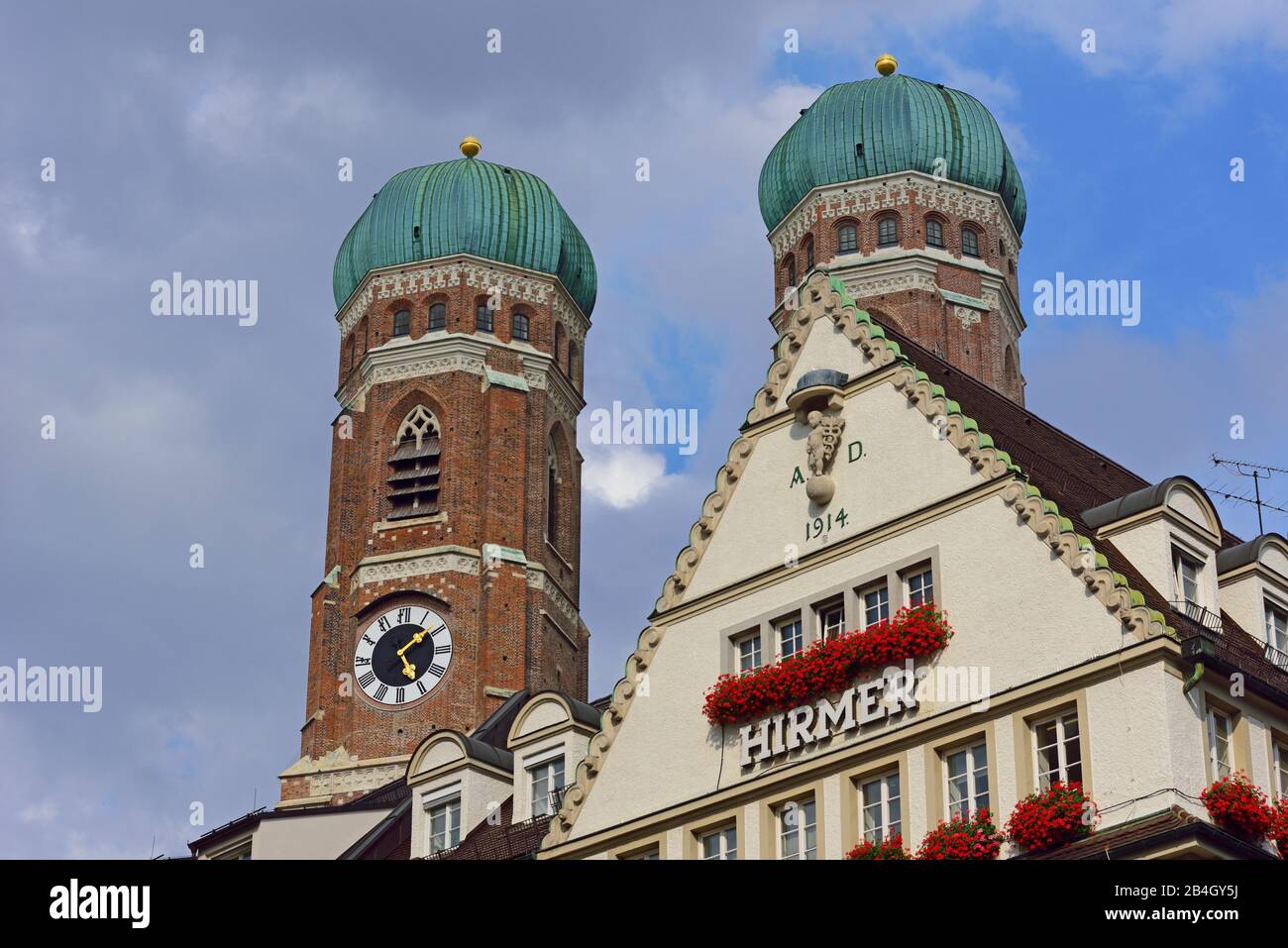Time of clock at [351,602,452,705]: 5:08
